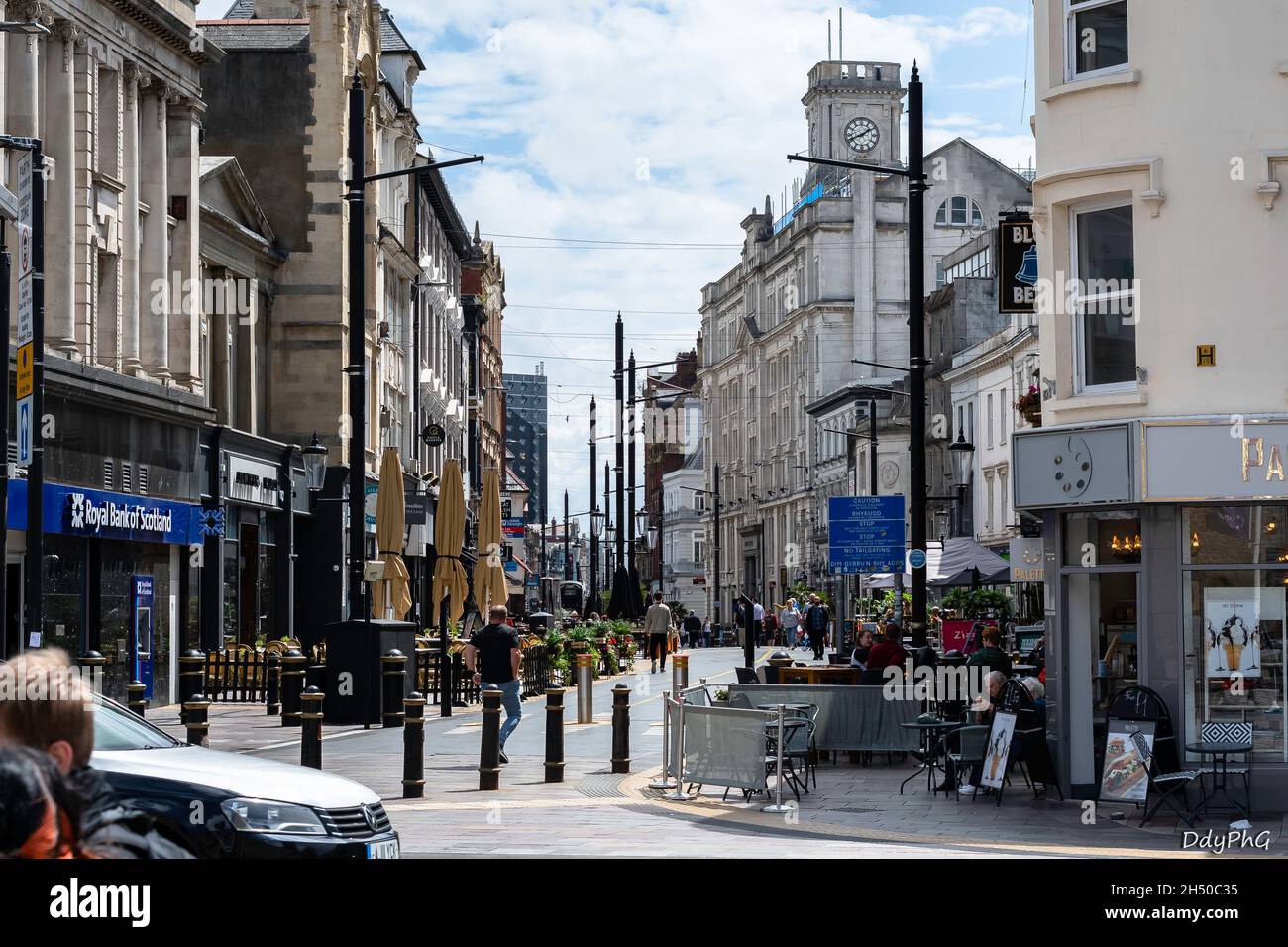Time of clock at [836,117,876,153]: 1:41
